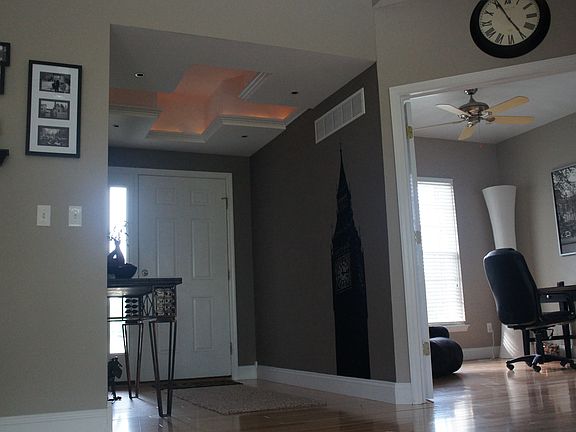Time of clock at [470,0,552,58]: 4:55
